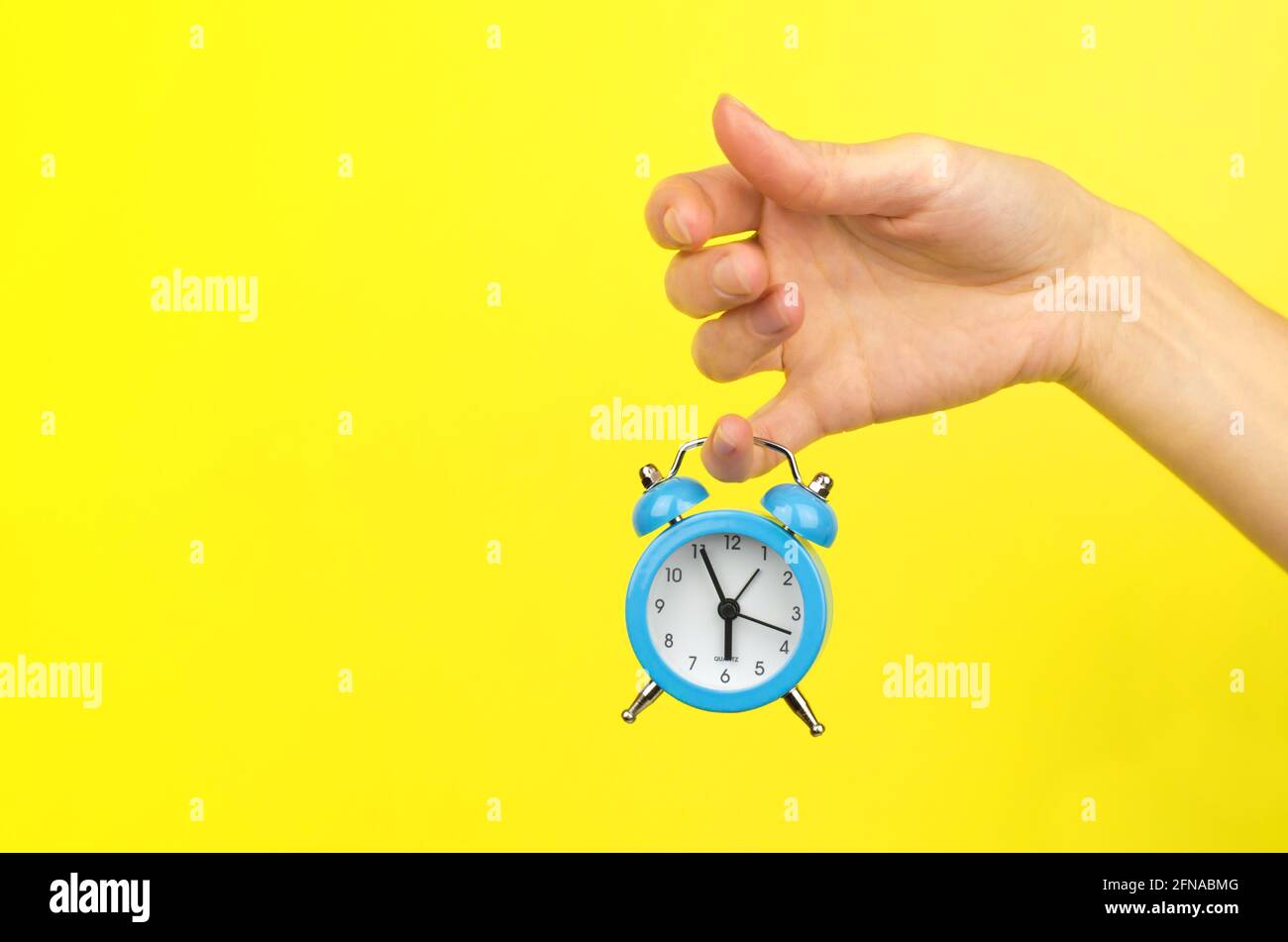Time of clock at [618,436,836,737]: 5:55
